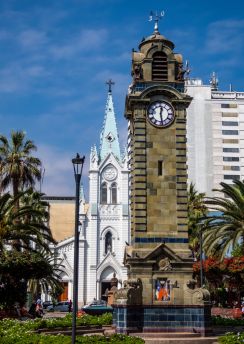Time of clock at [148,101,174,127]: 12:28
